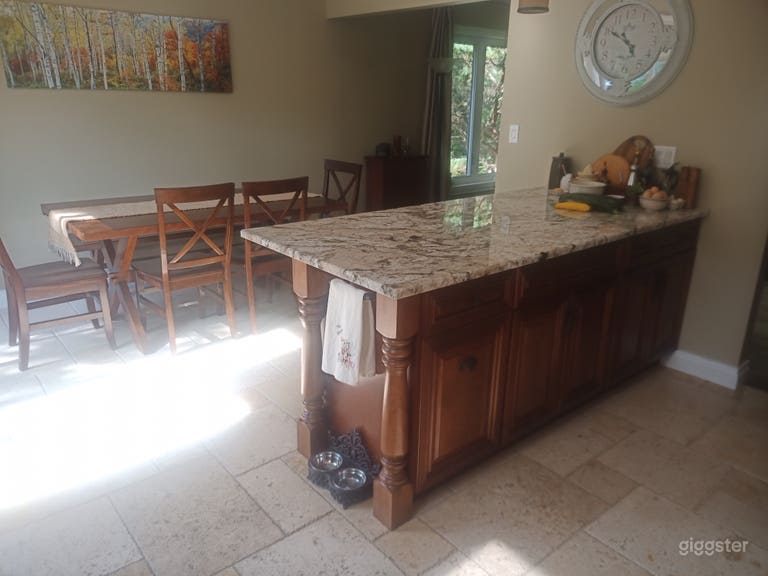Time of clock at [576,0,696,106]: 4:49
